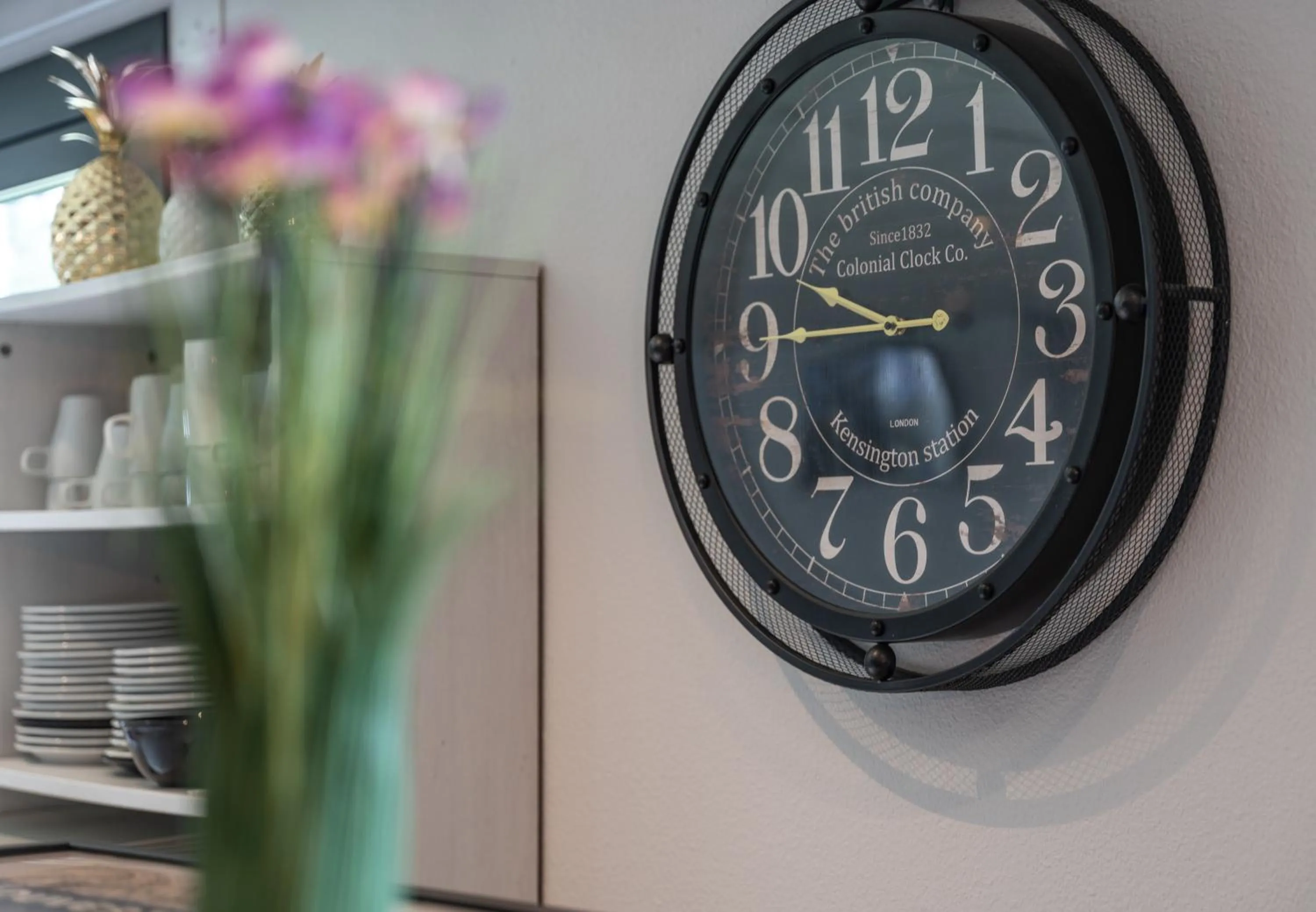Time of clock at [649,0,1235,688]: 9:45
